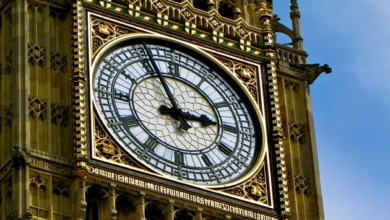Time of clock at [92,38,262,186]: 2:56
